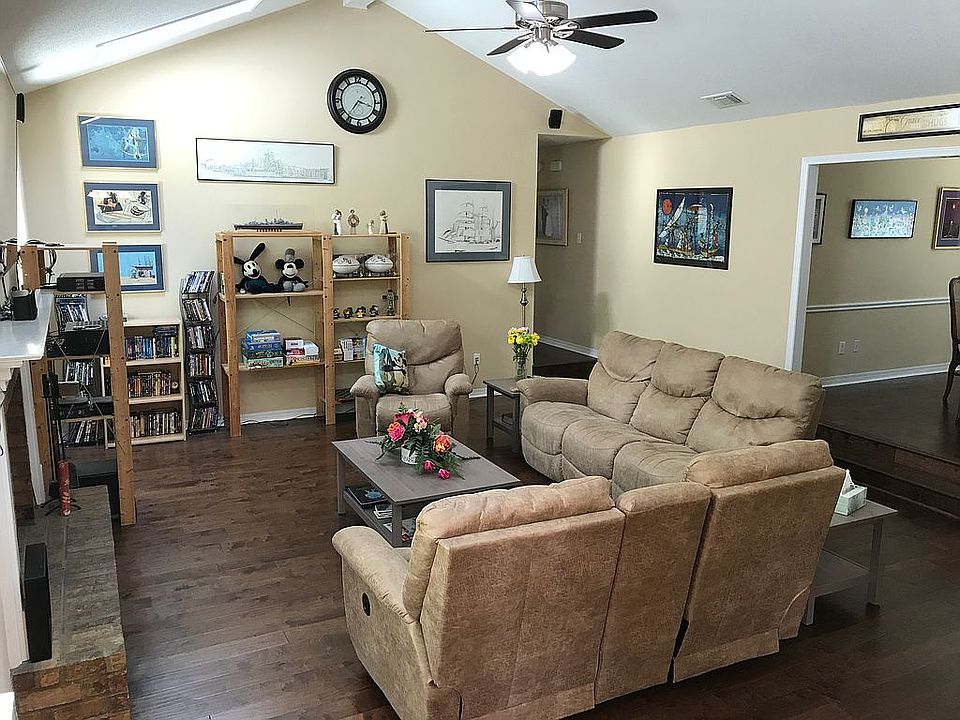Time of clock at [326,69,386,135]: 7:17
